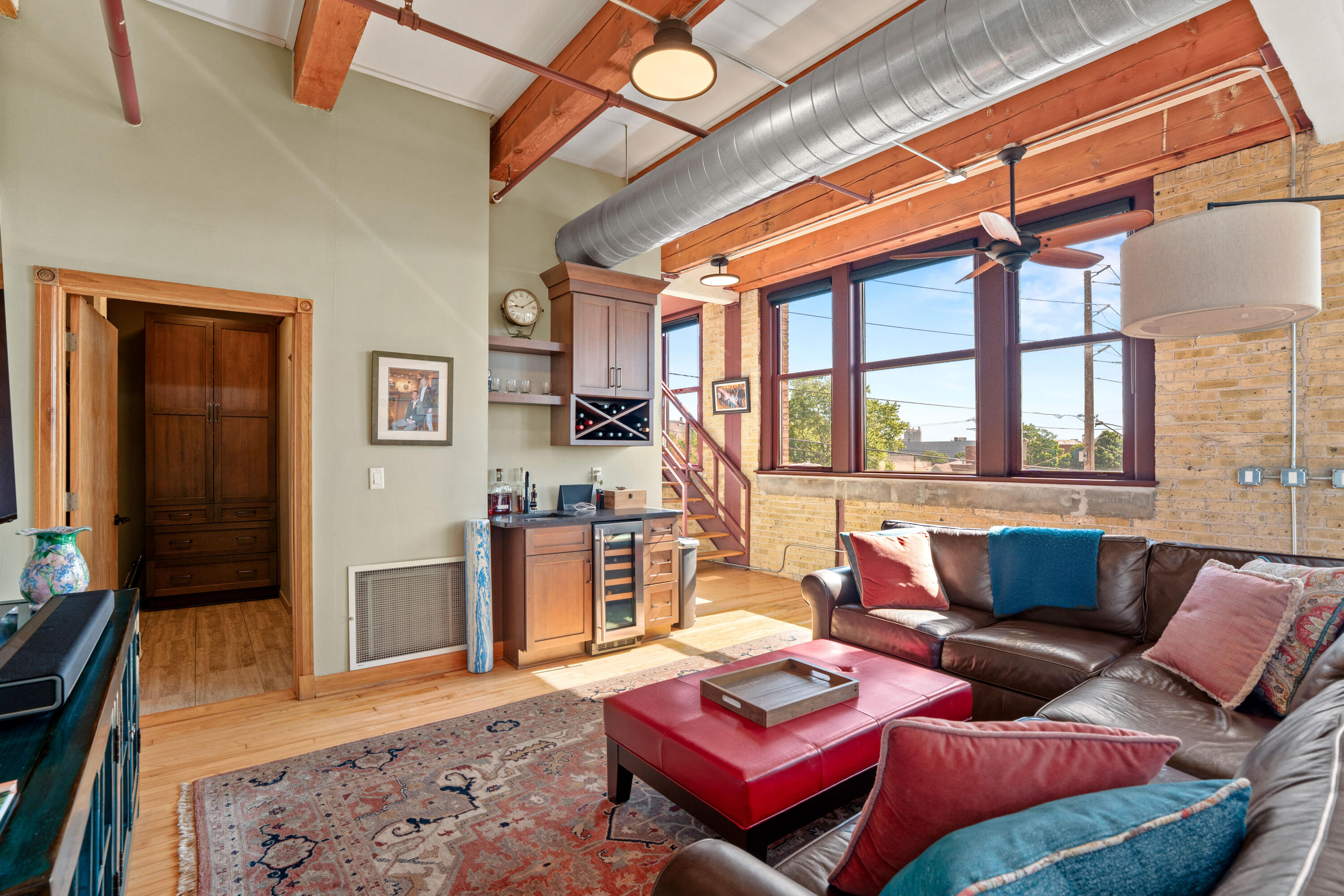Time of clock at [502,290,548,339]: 9:10
